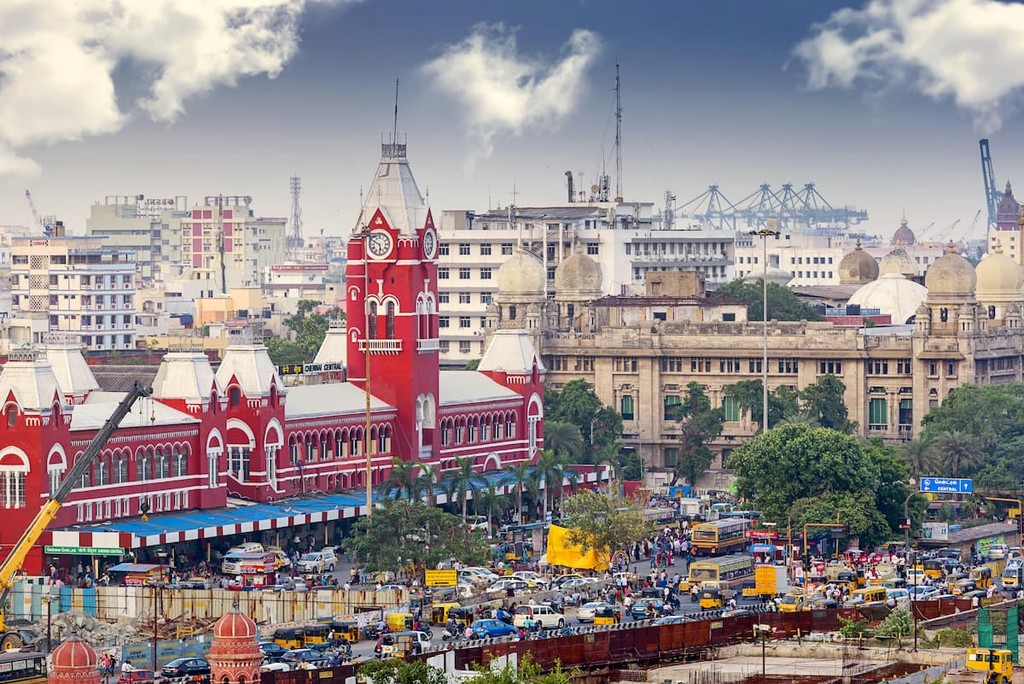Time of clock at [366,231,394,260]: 5:49
